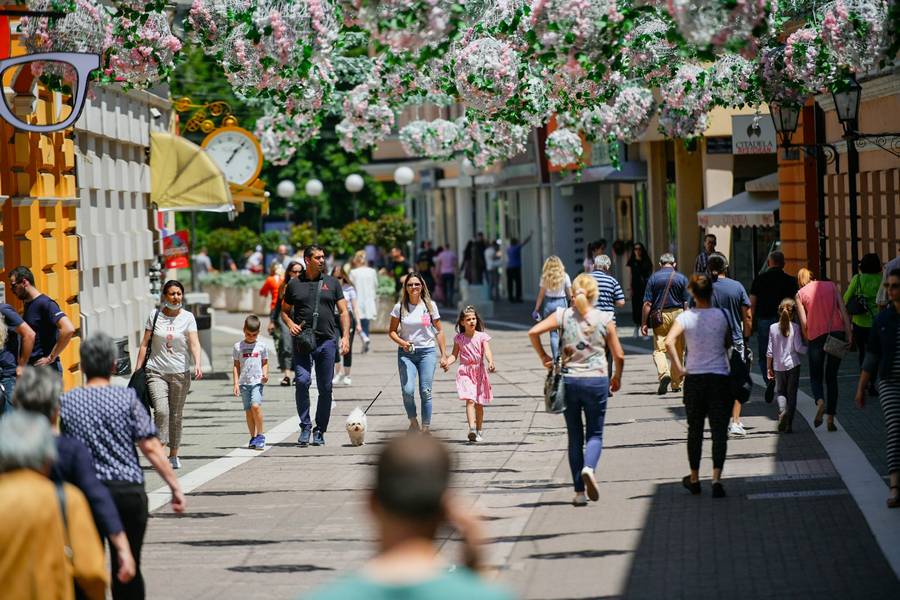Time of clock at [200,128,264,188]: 1:07
